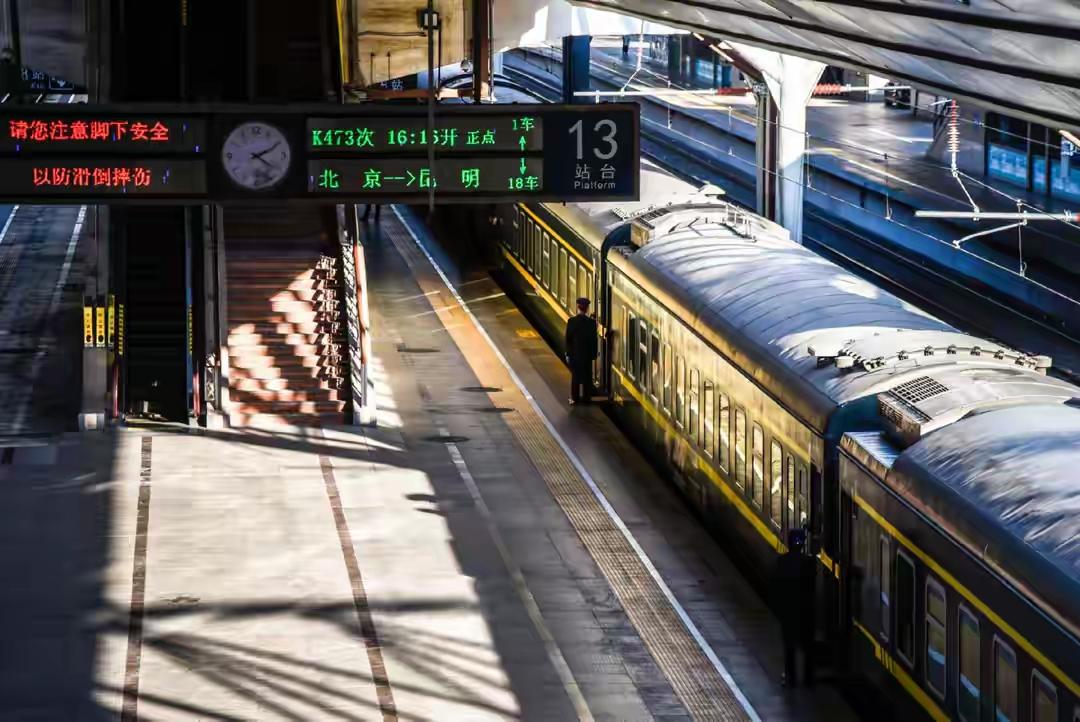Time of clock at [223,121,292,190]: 2:21
